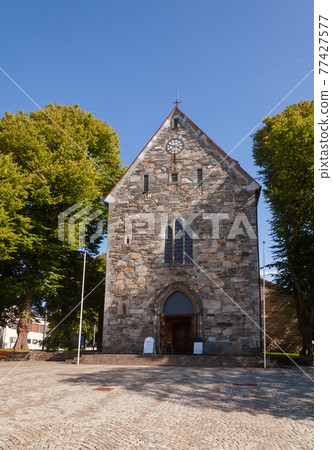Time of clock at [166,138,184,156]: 3:48
